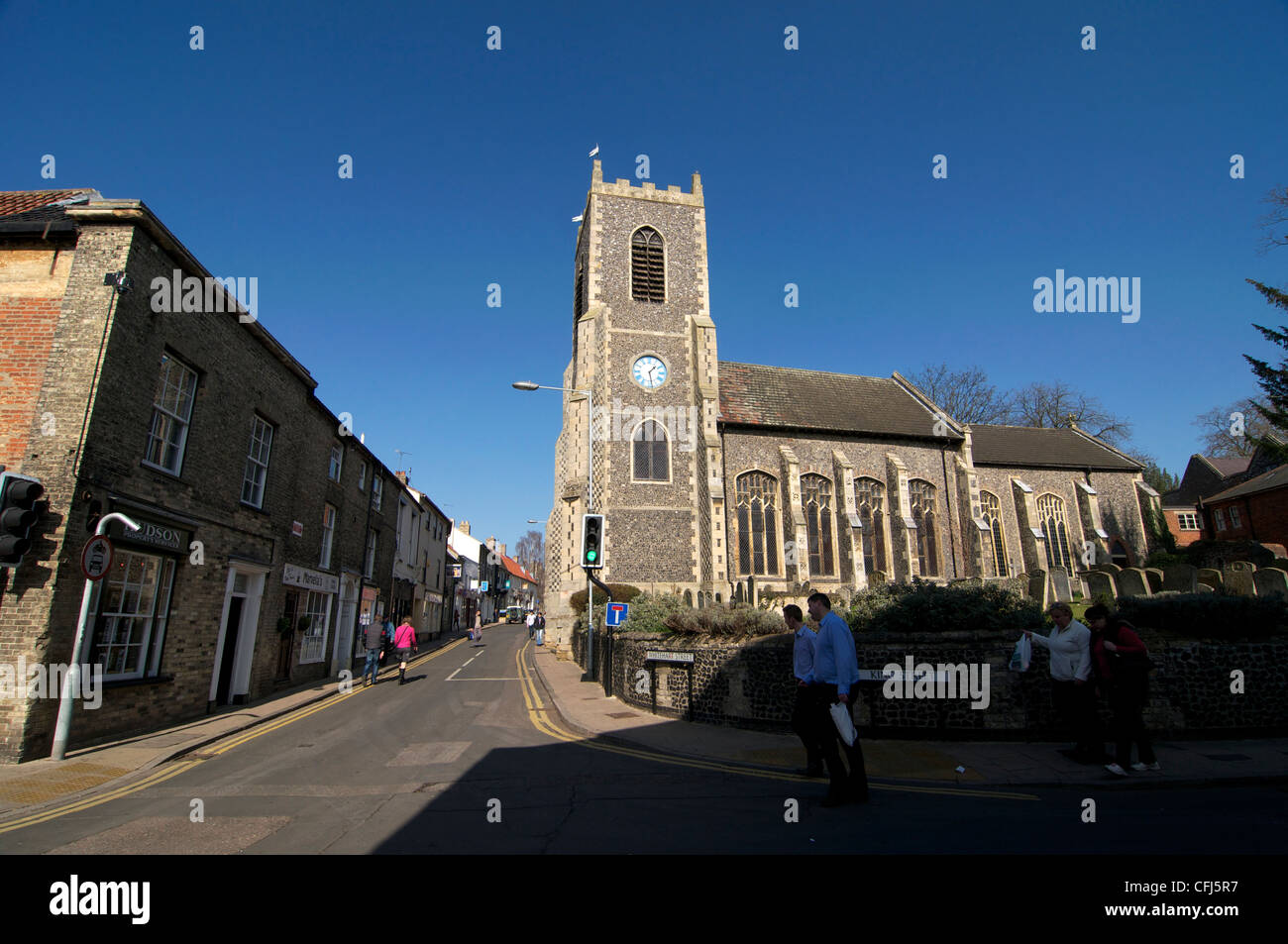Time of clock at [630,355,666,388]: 1:28
